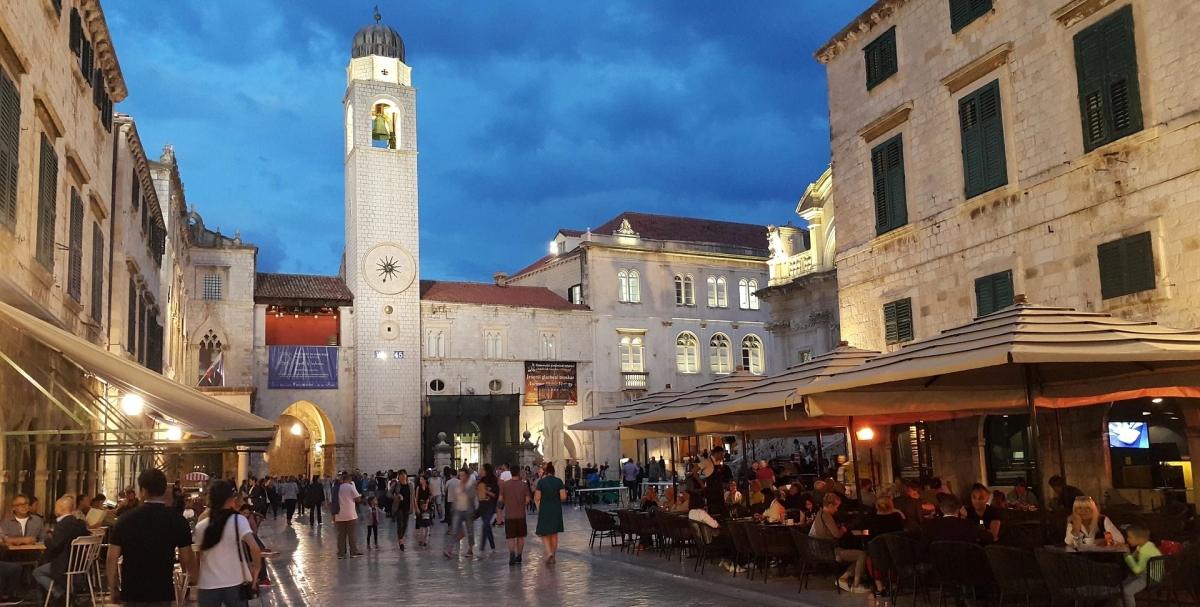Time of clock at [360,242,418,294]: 2:33
